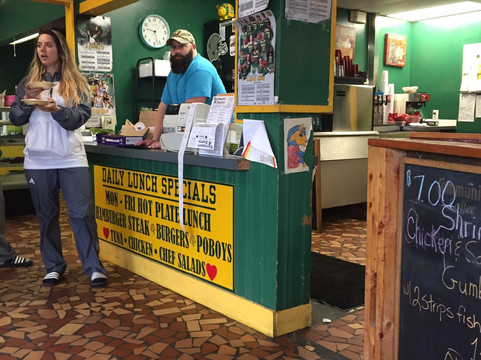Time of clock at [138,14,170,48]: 9:27
